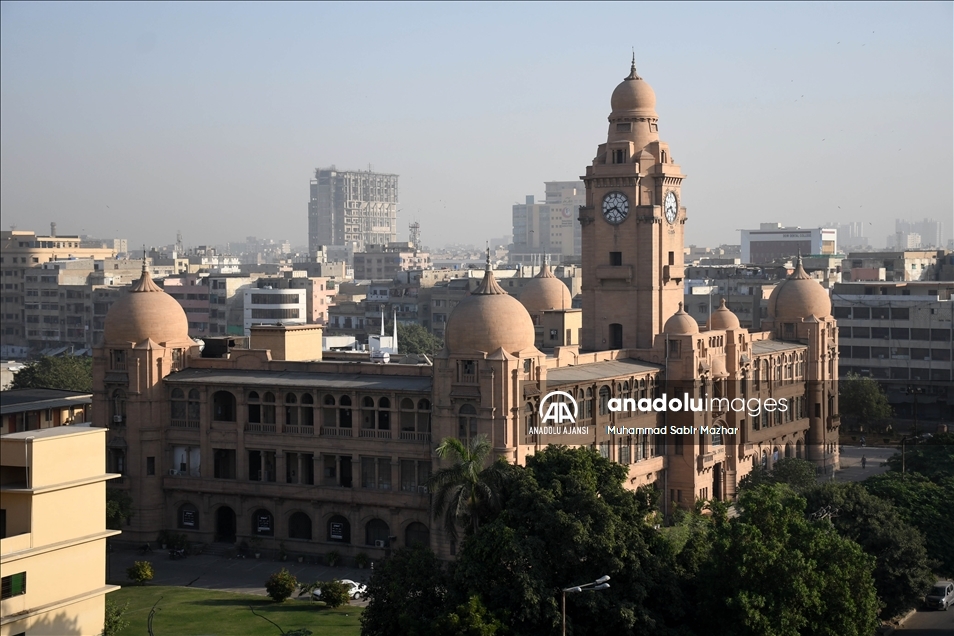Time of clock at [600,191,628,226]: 8:22
